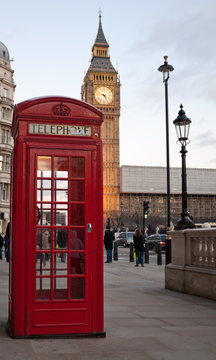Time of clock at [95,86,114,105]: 4:47
